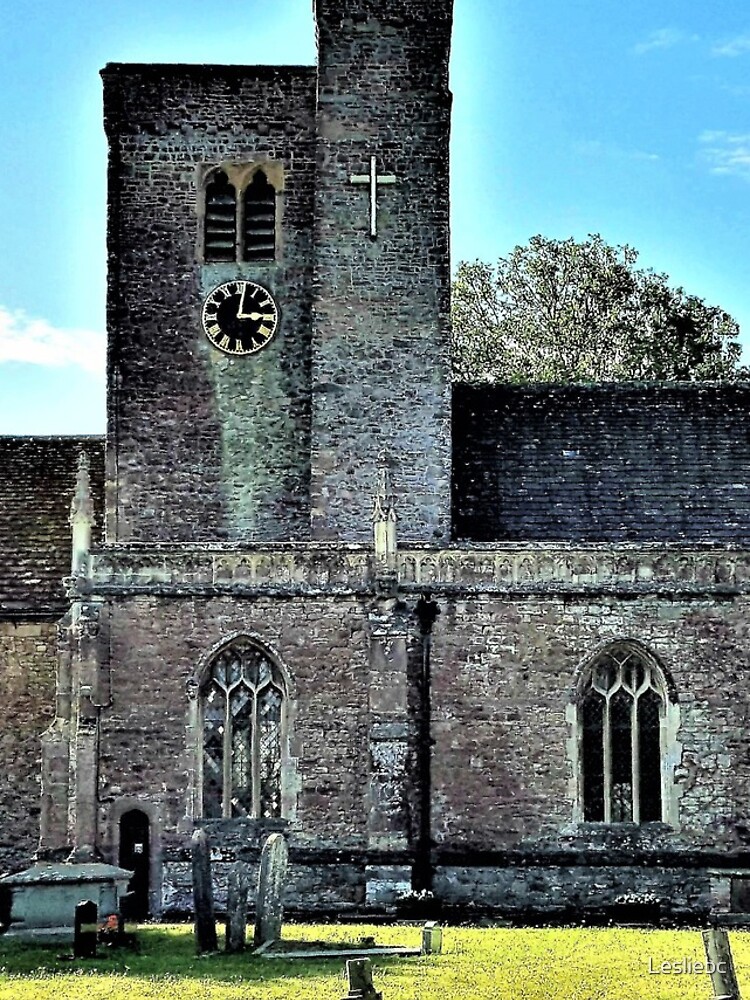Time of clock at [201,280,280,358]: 3:01
